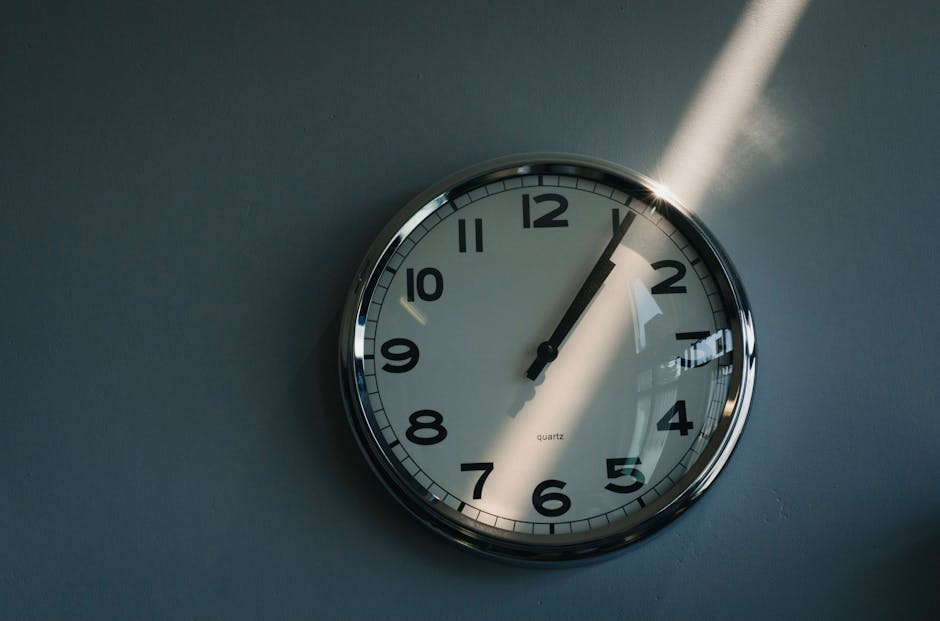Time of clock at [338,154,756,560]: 1:05
